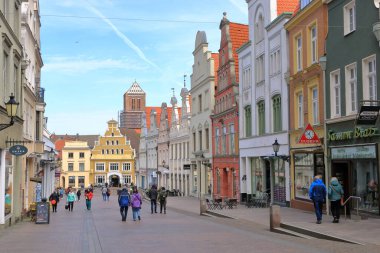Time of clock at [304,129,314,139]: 12:24
